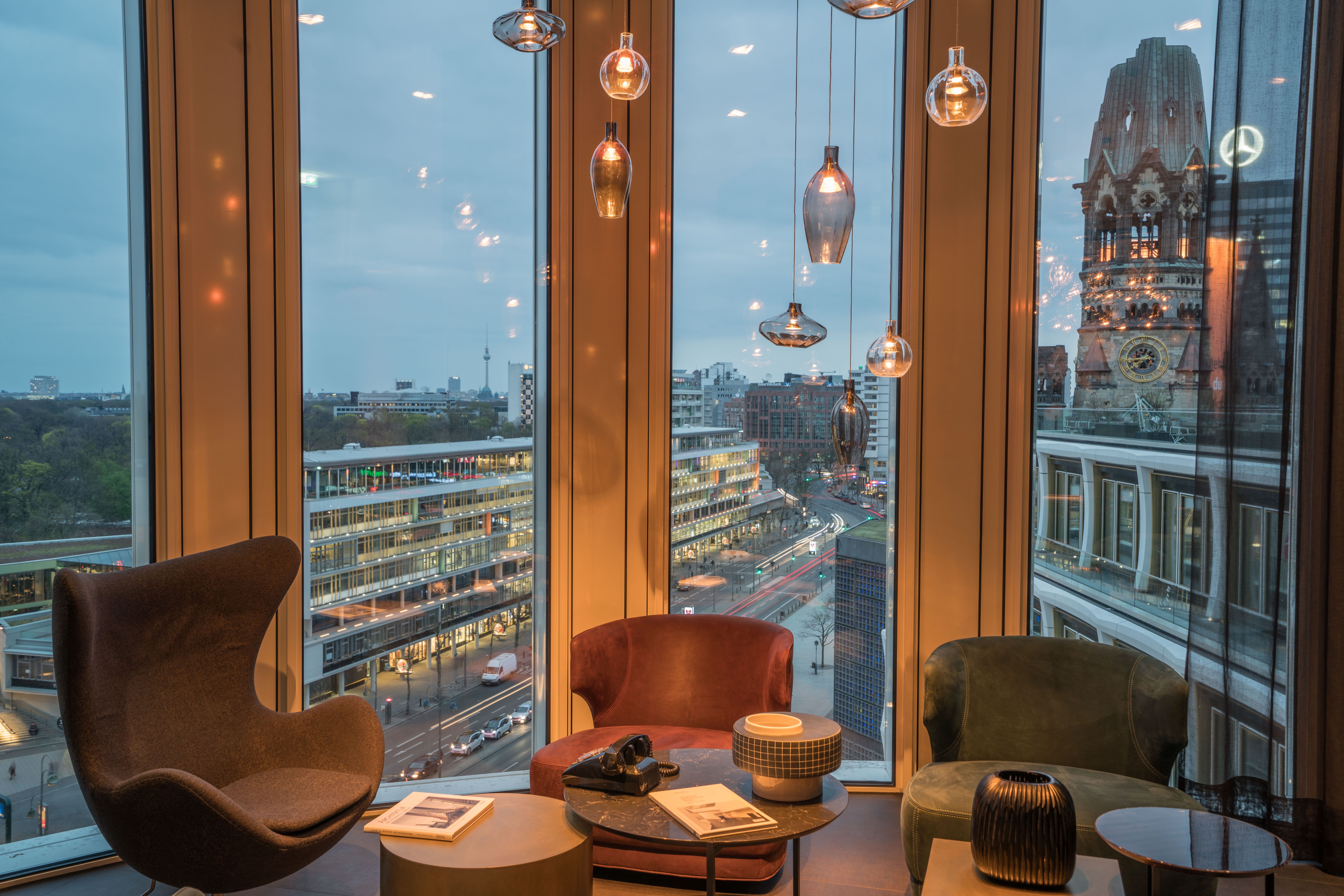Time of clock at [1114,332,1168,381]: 8:38
